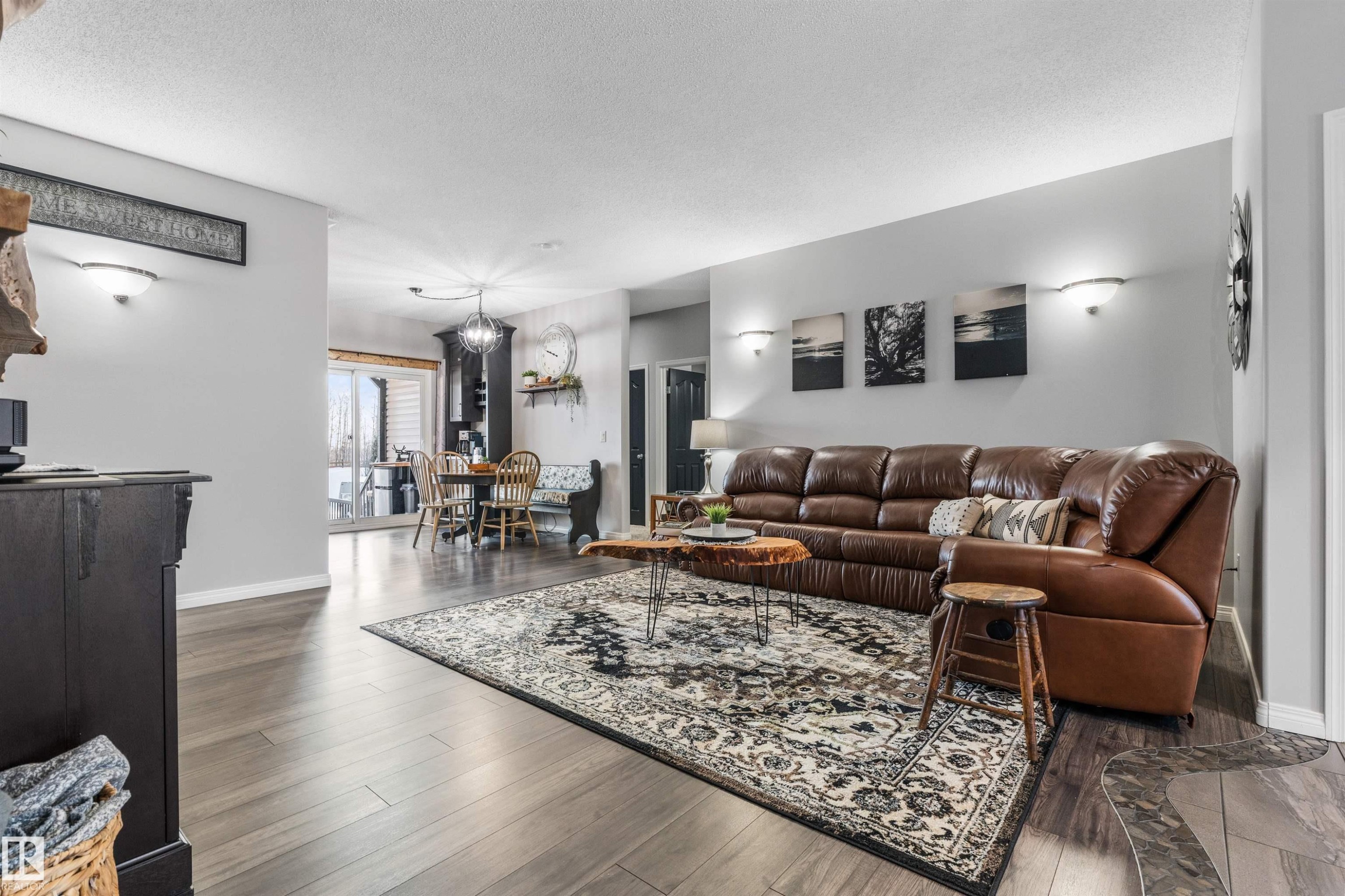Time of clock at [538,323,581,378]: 9:48
